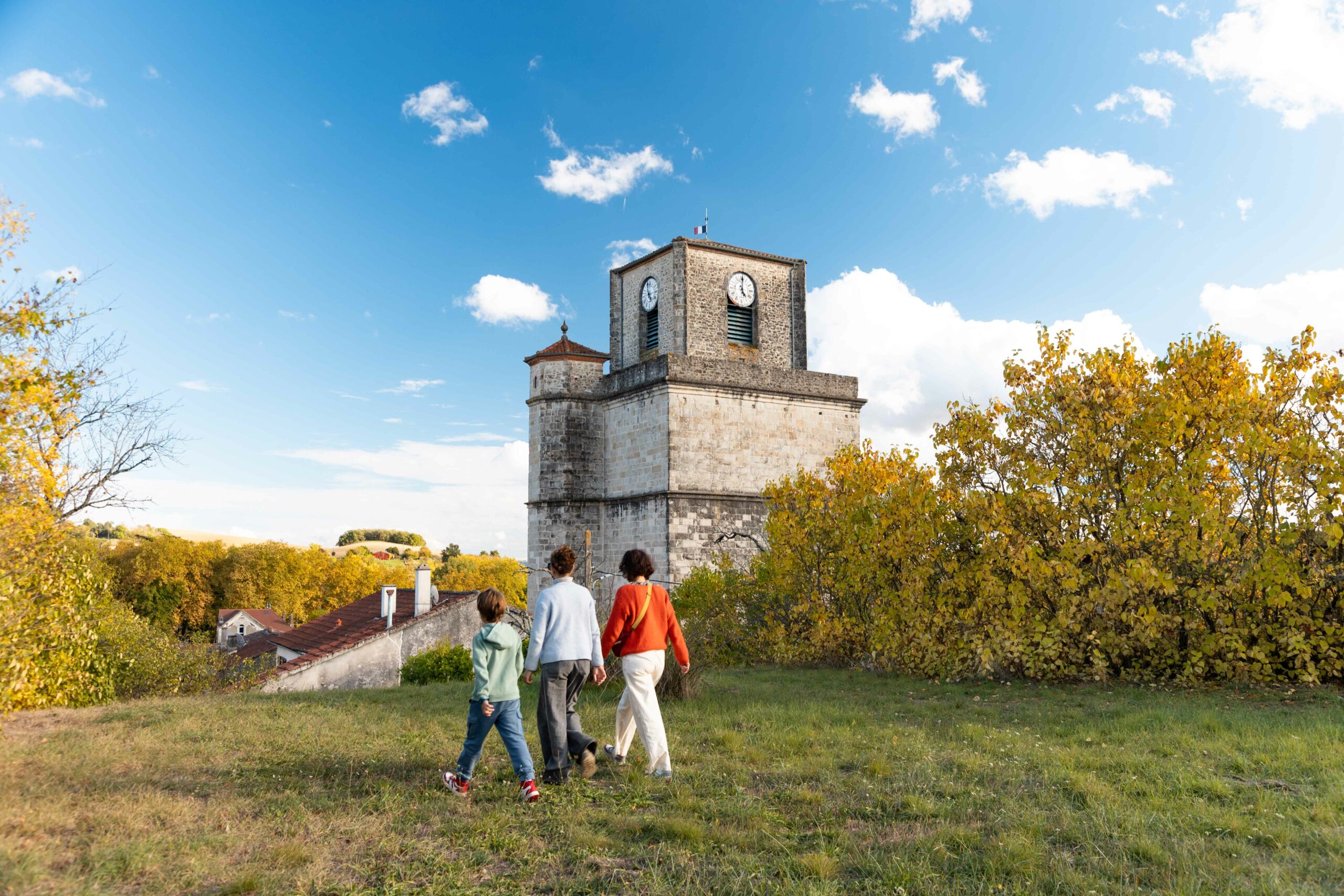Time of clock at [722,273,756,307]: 5:00
